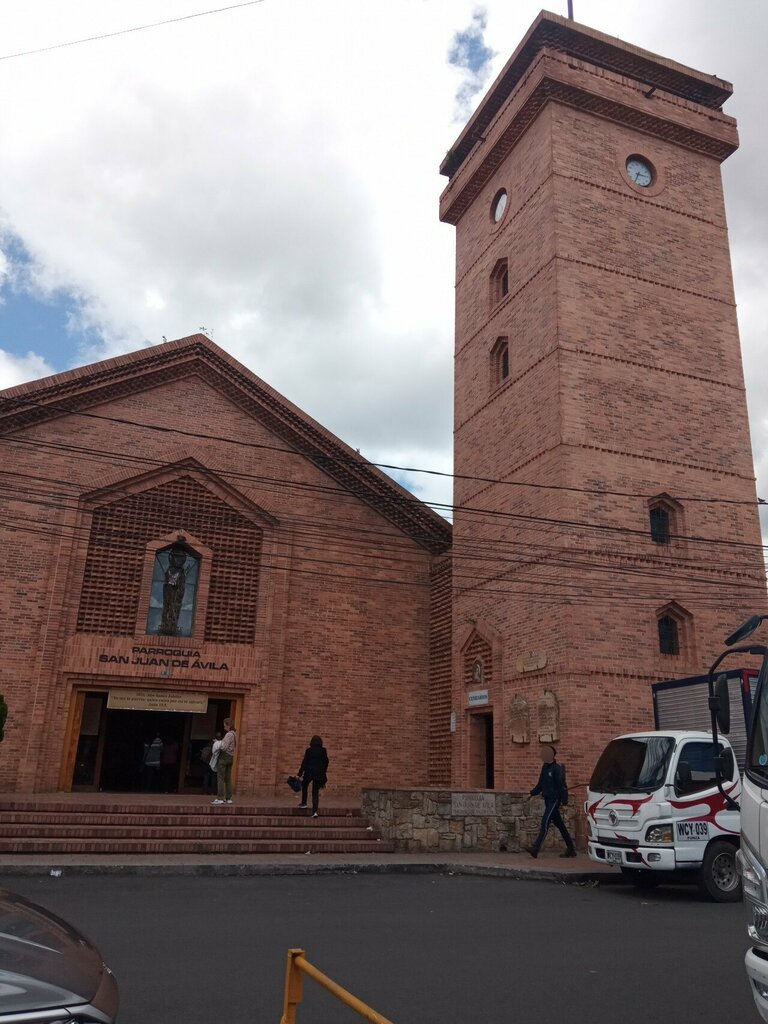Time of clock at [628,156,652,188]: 2:34
